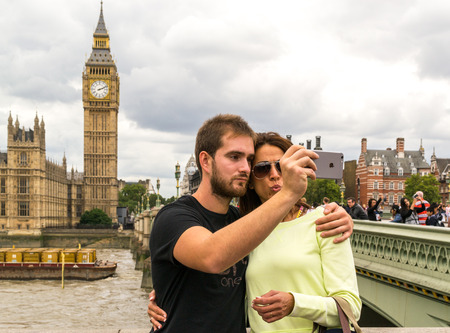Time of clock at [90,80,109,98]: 2:11
